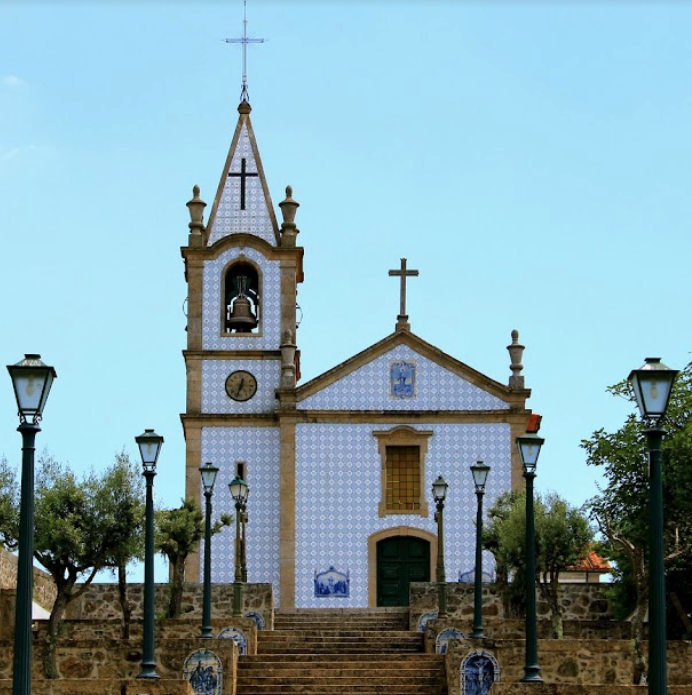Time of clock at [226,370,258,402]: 12:33
